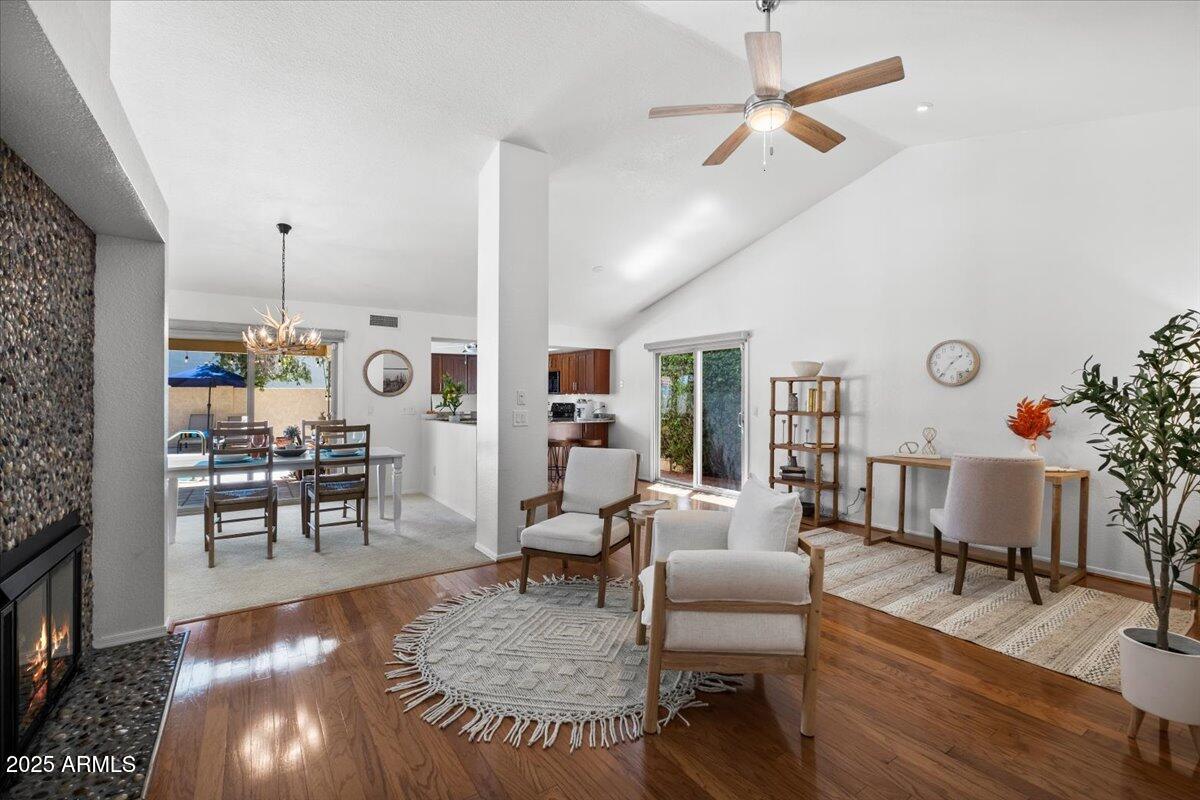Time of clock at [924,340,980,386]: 1:36
